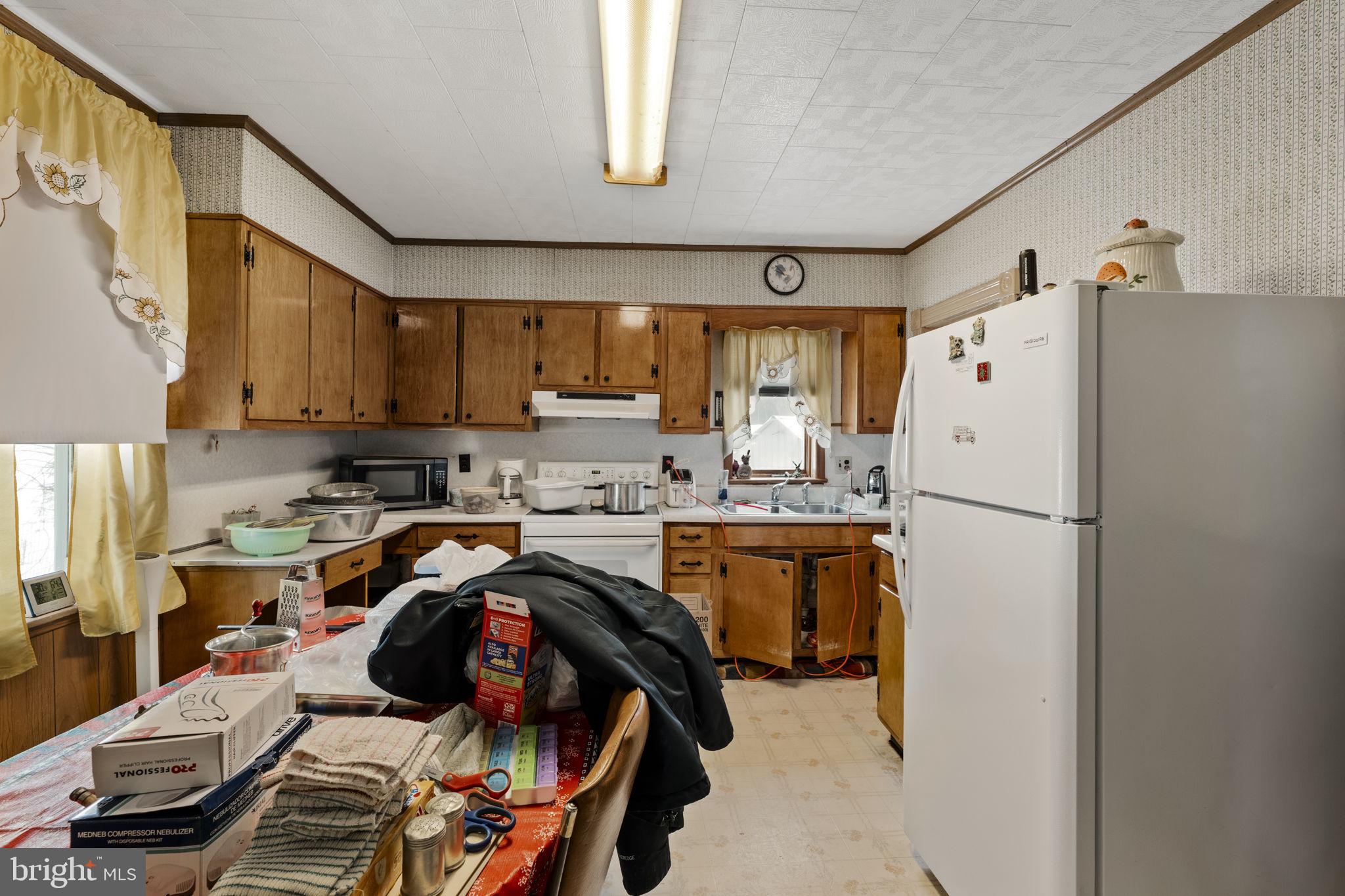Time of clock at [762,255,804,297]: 9:52
